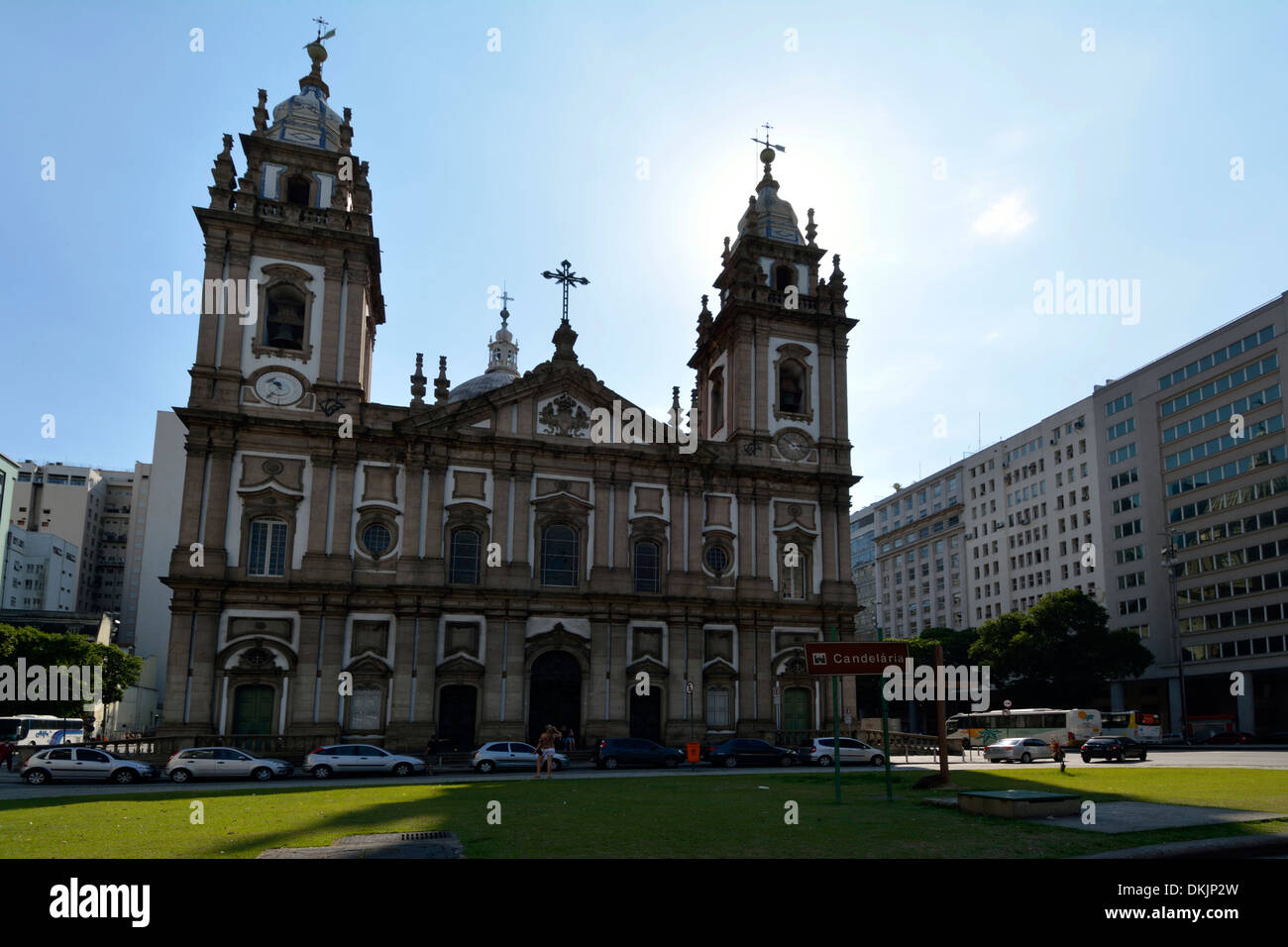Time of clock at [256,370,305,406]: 10:36
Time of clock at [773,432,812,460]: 10:14
